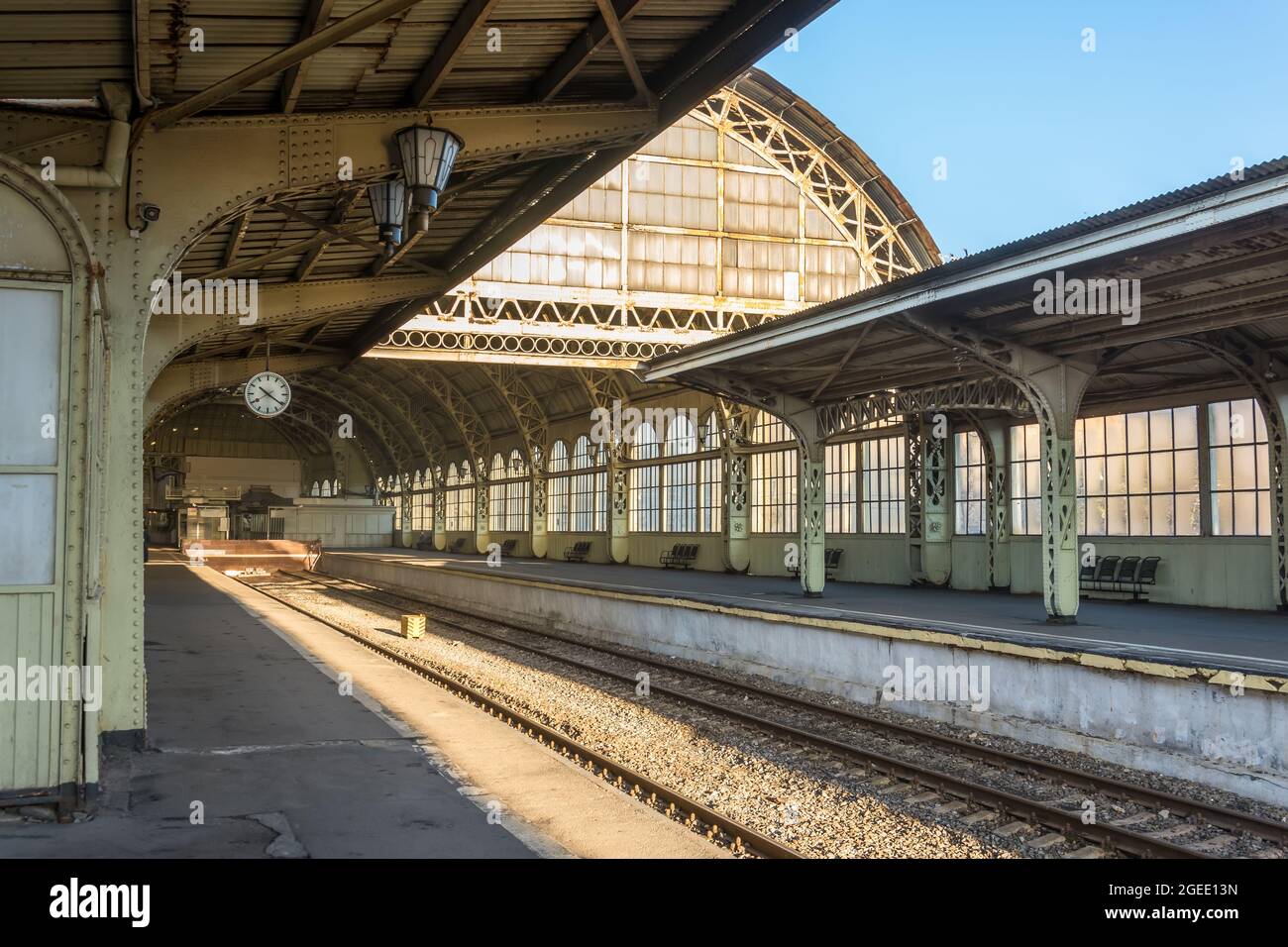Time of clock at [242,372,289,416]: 10:20
